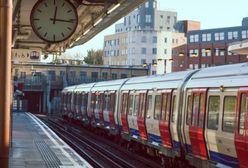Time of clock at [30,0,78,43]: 12:16
